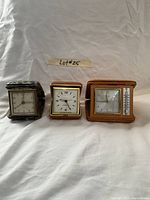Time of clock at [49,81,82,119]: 9:25
